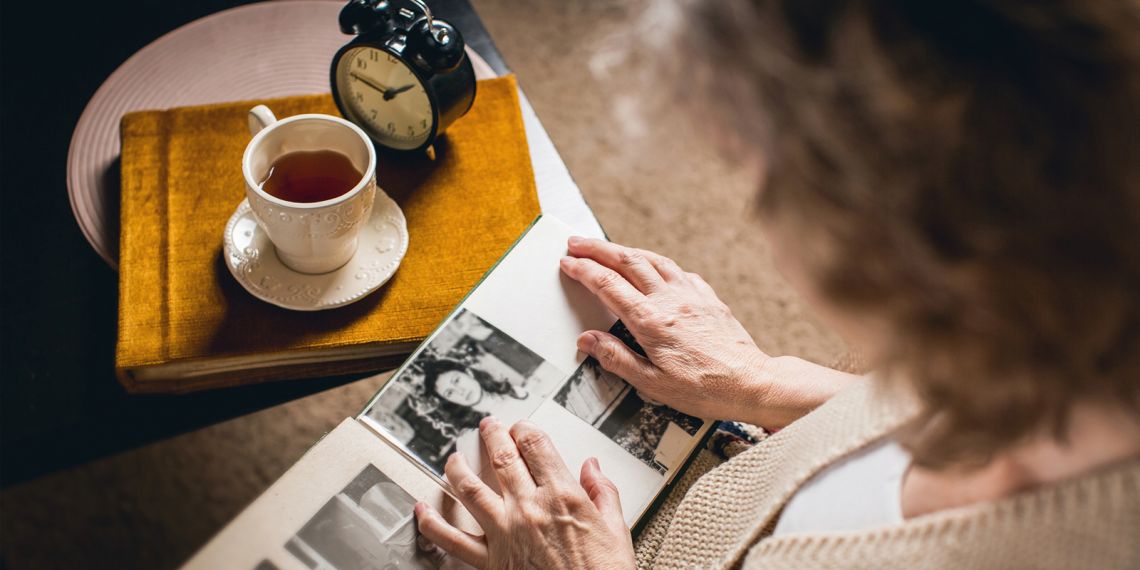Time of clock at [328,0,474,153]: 1:46
